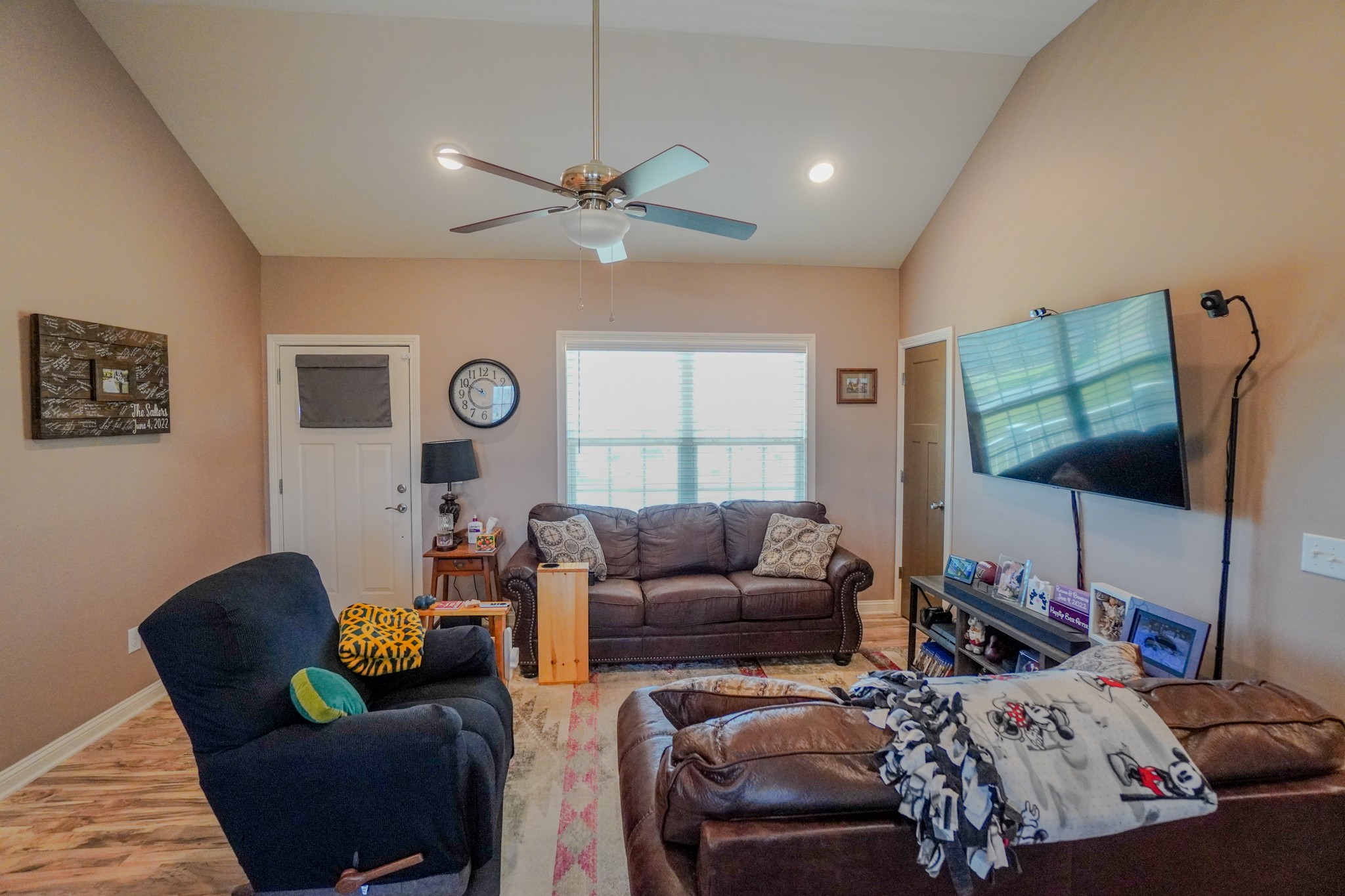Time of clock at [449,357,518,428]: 9:49
